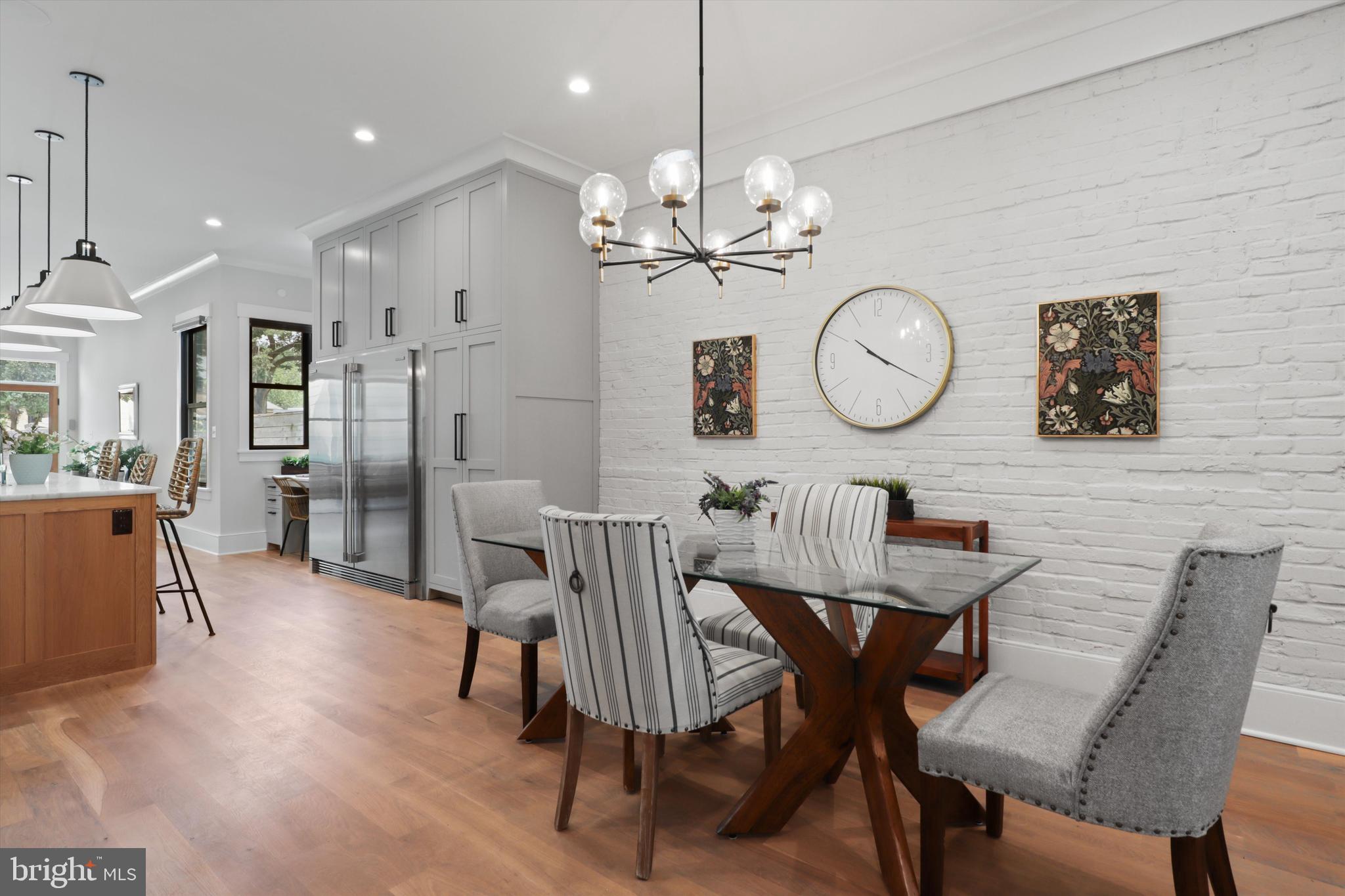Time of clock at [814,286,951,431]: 10:19
